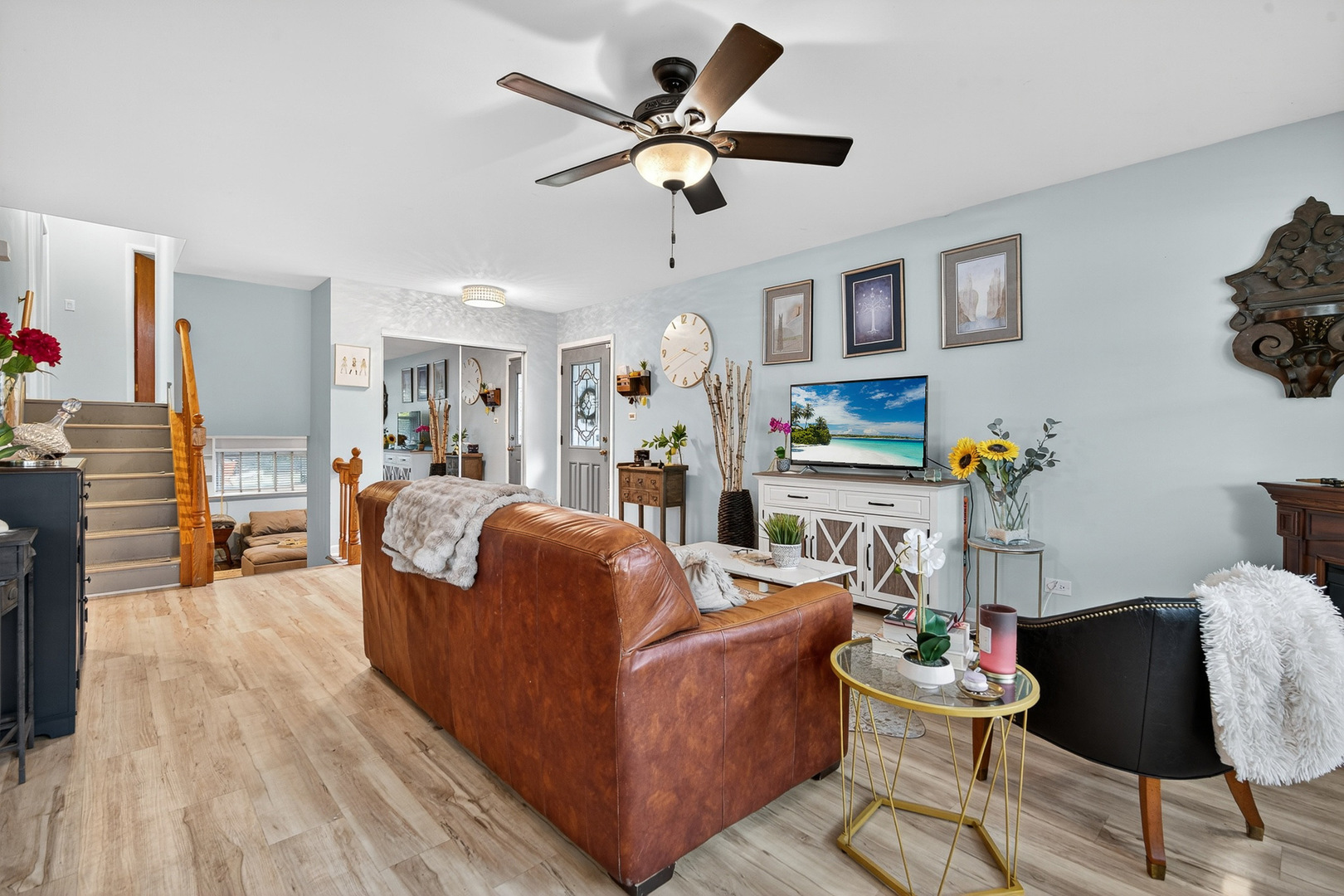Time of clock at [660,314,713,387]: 3:41
